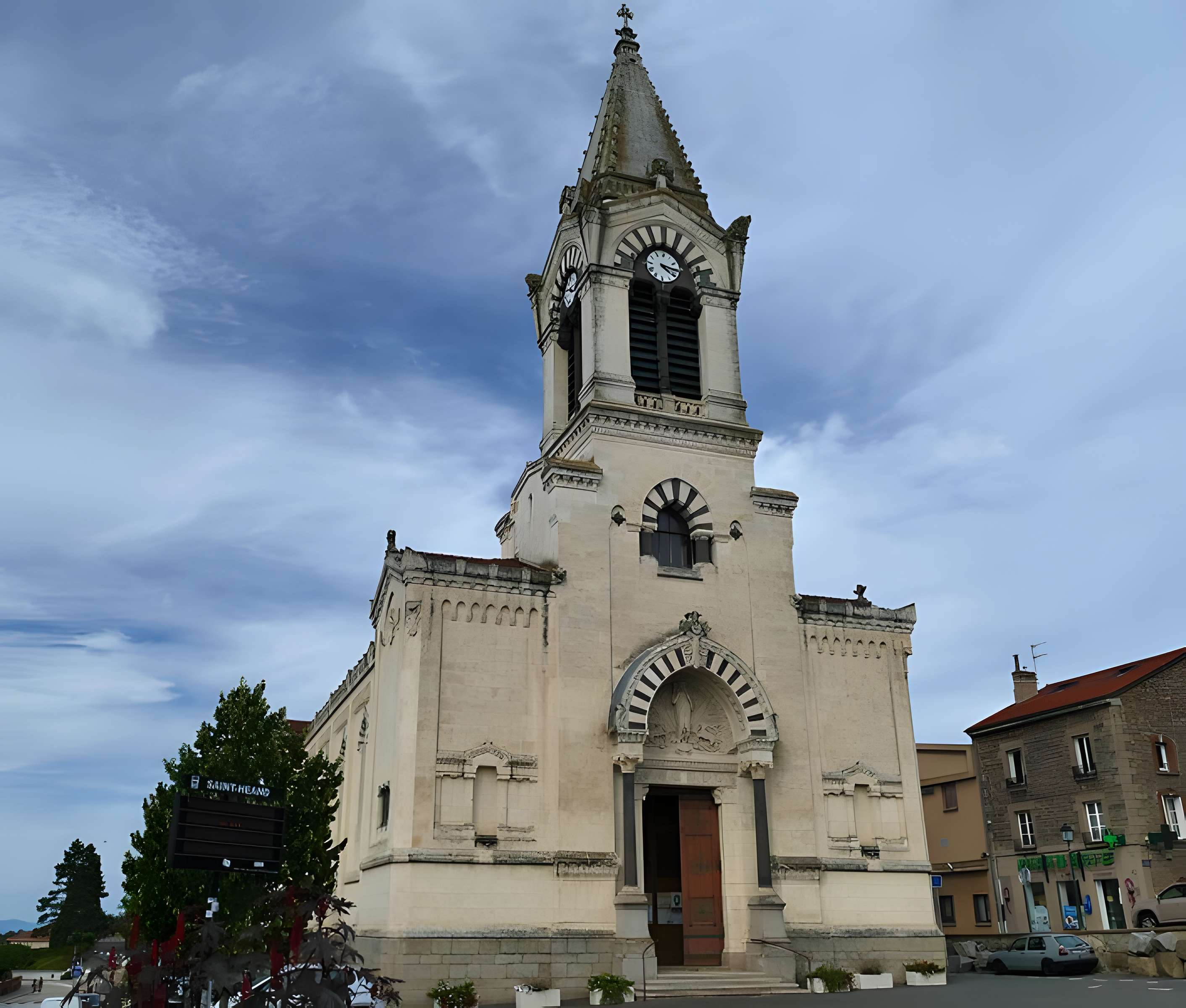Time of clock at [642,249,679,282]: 4:16
